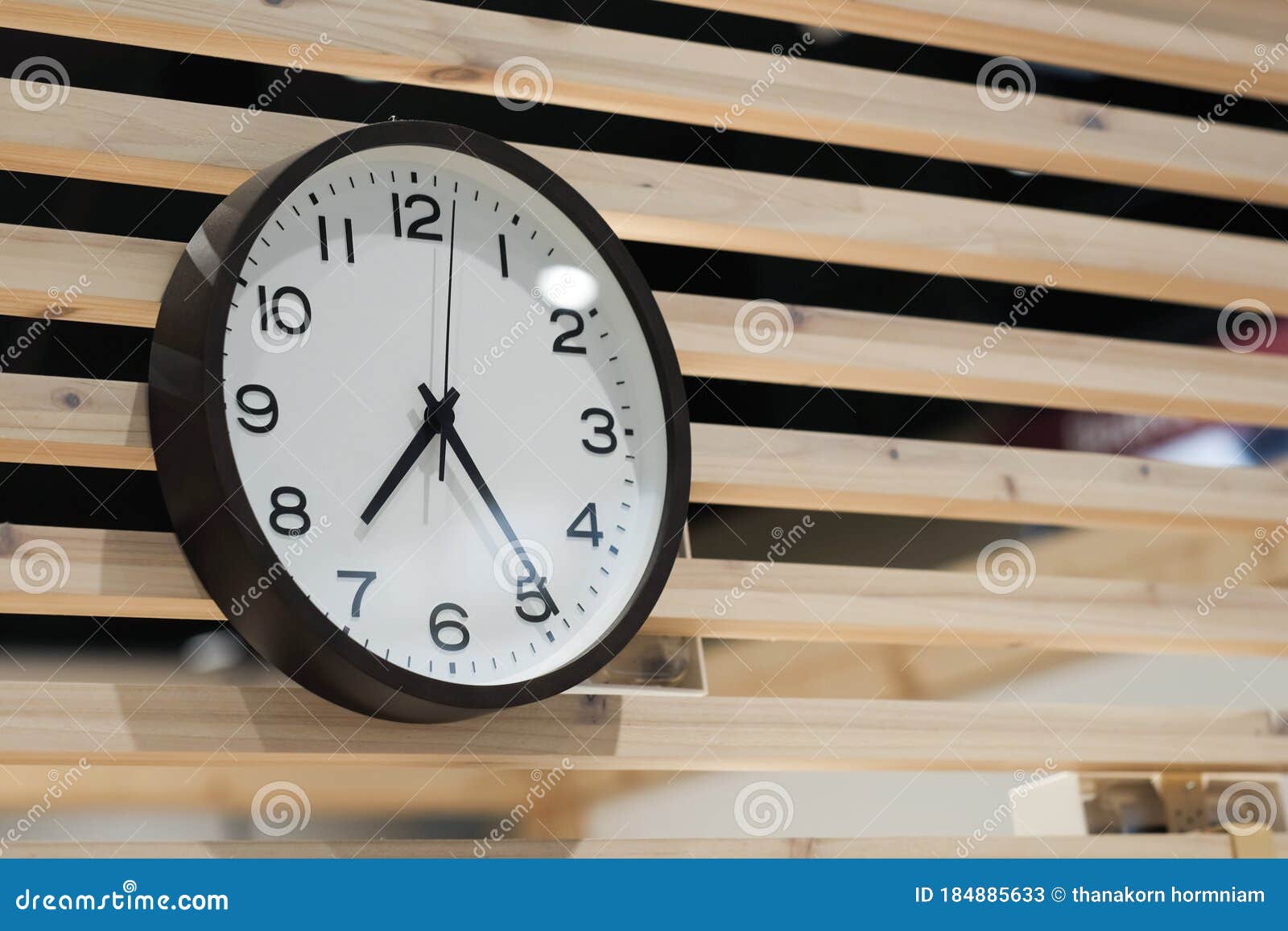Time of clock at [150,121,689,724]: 7:24
